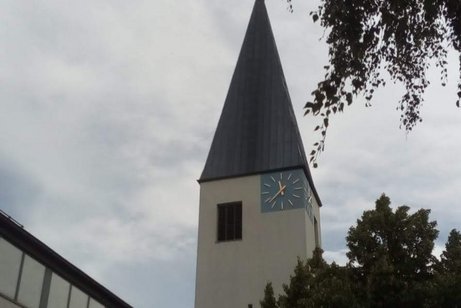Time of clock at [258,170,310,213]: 11:37
